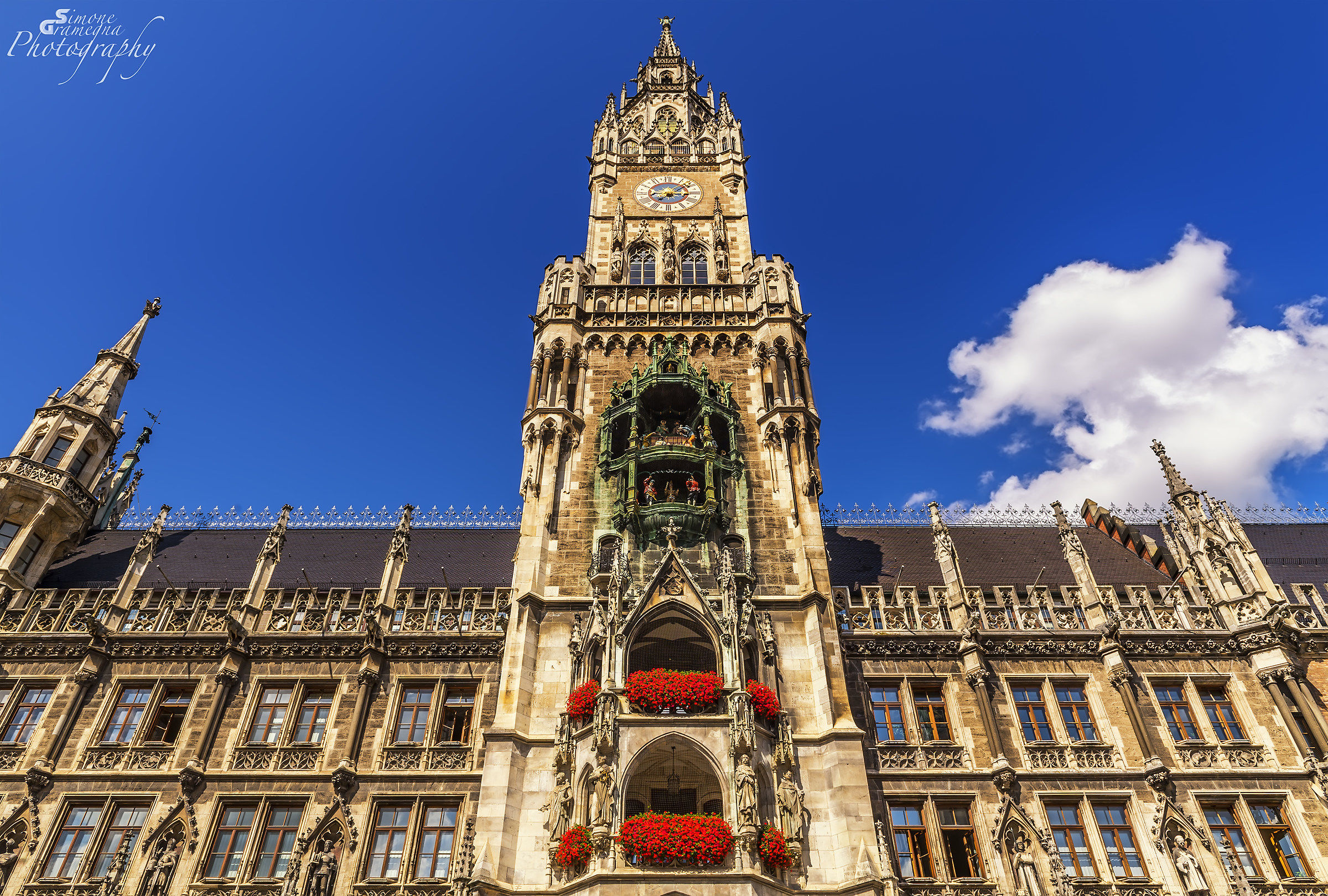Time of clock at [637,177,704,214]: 7:15
